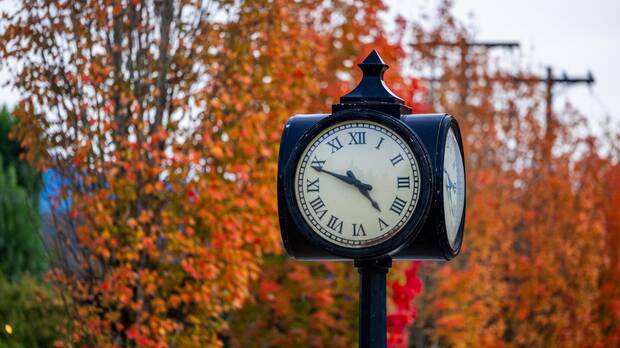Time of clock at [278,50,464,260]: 4:48
